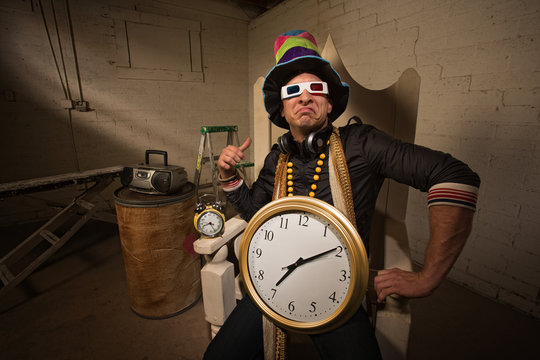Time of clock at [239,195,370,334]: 7:09
